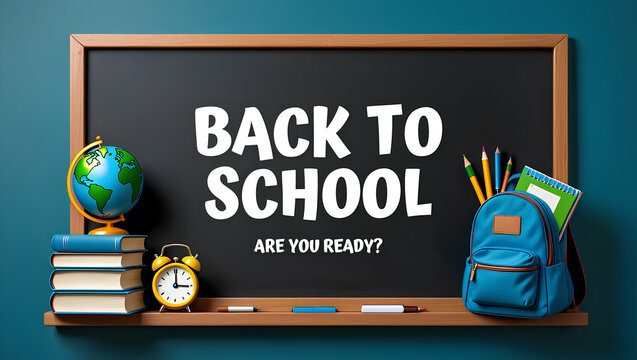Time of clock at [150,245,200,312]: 3:00
